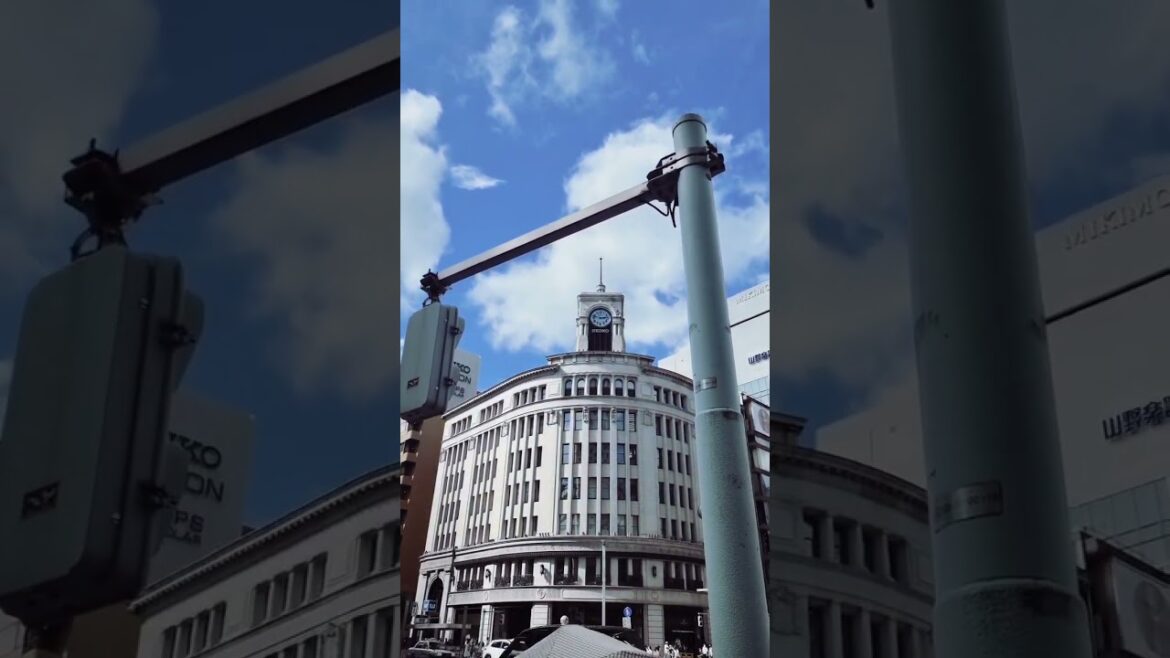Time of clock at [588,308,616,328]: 2:47
